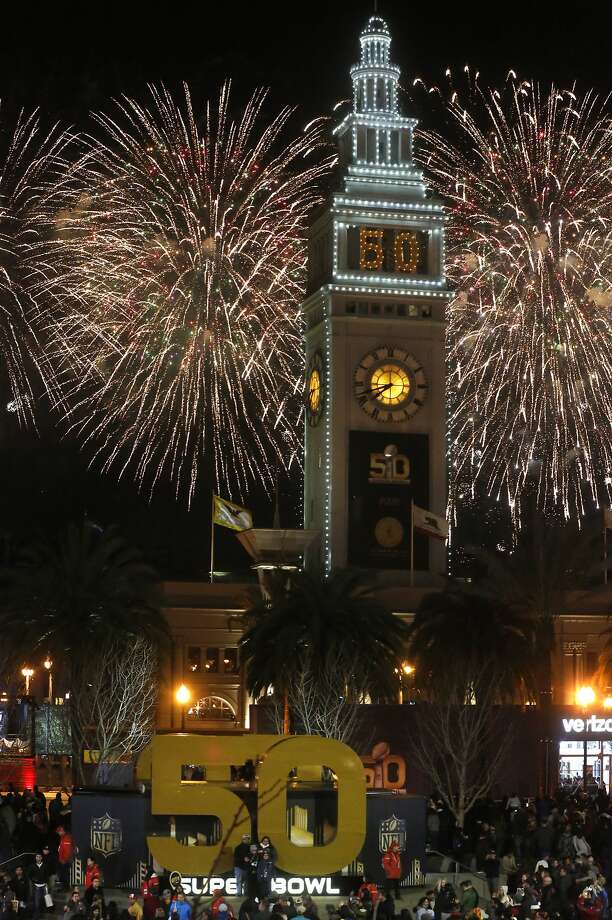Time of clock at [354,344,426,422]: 7:42
